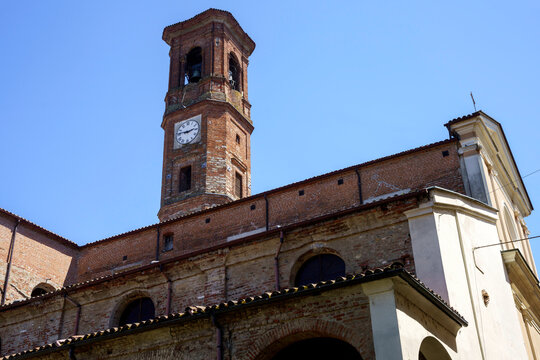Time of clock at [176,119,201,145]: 2:46
